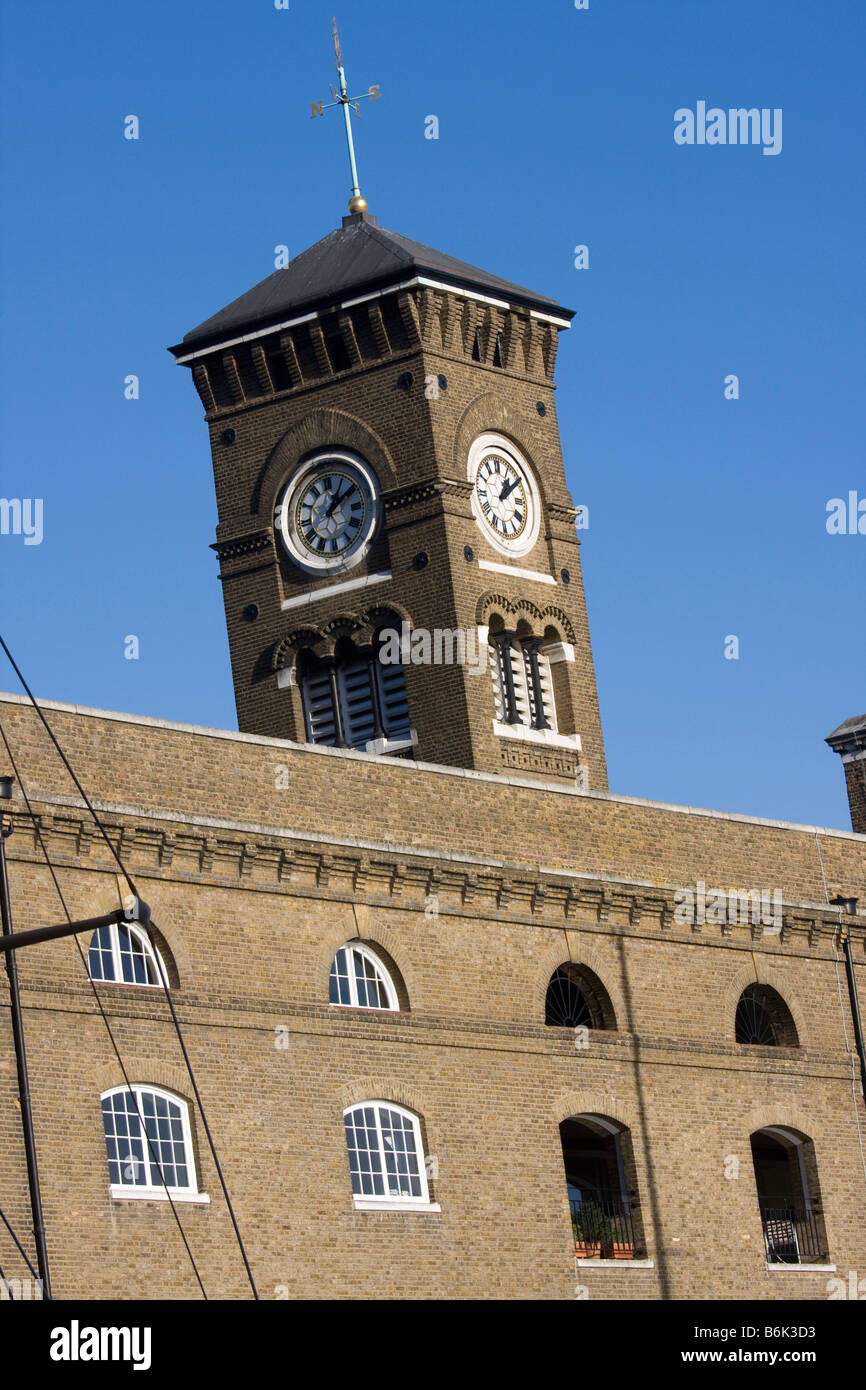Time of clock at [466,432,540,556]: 1:09
